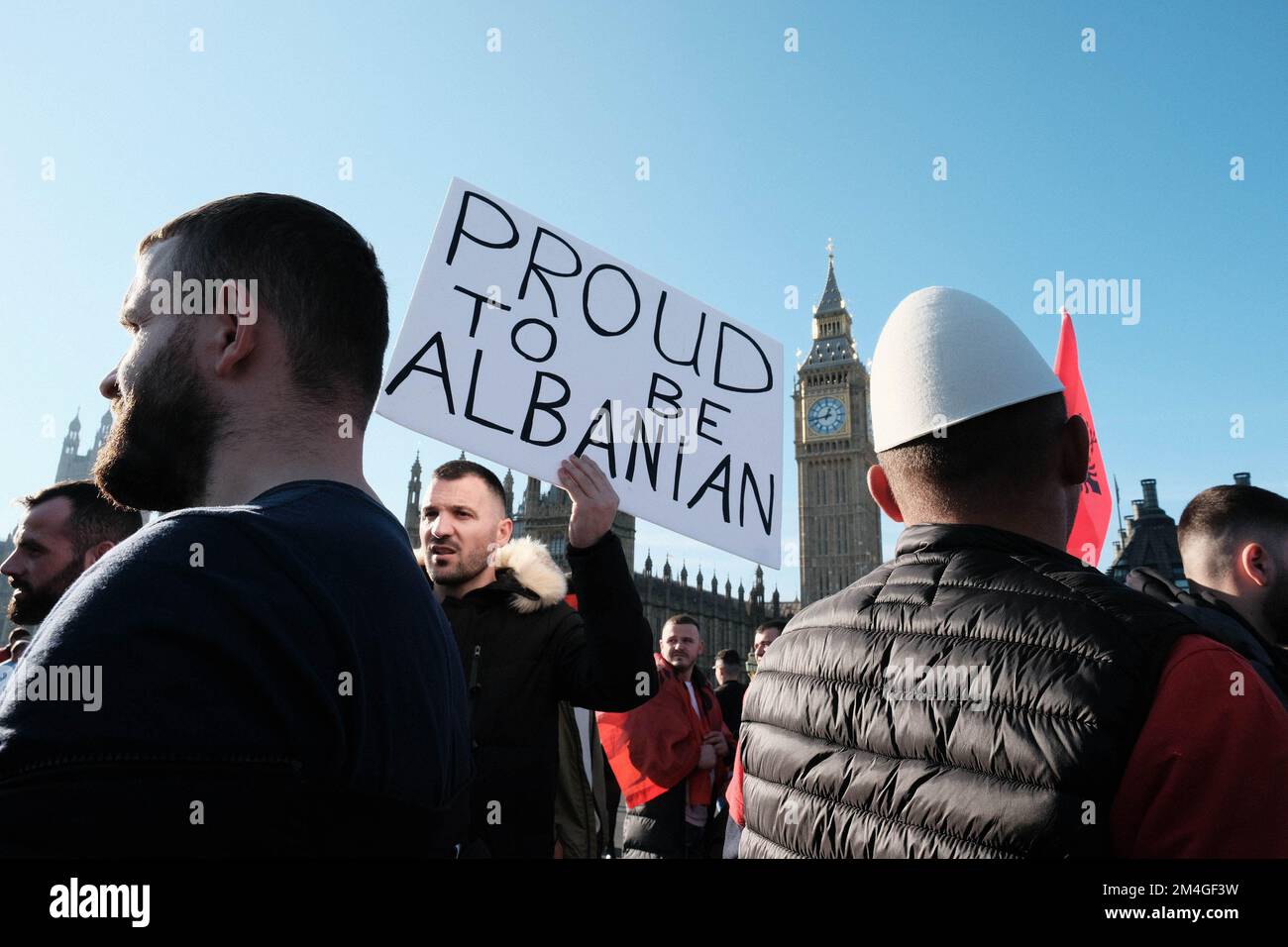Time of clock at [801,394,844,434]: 12:43
